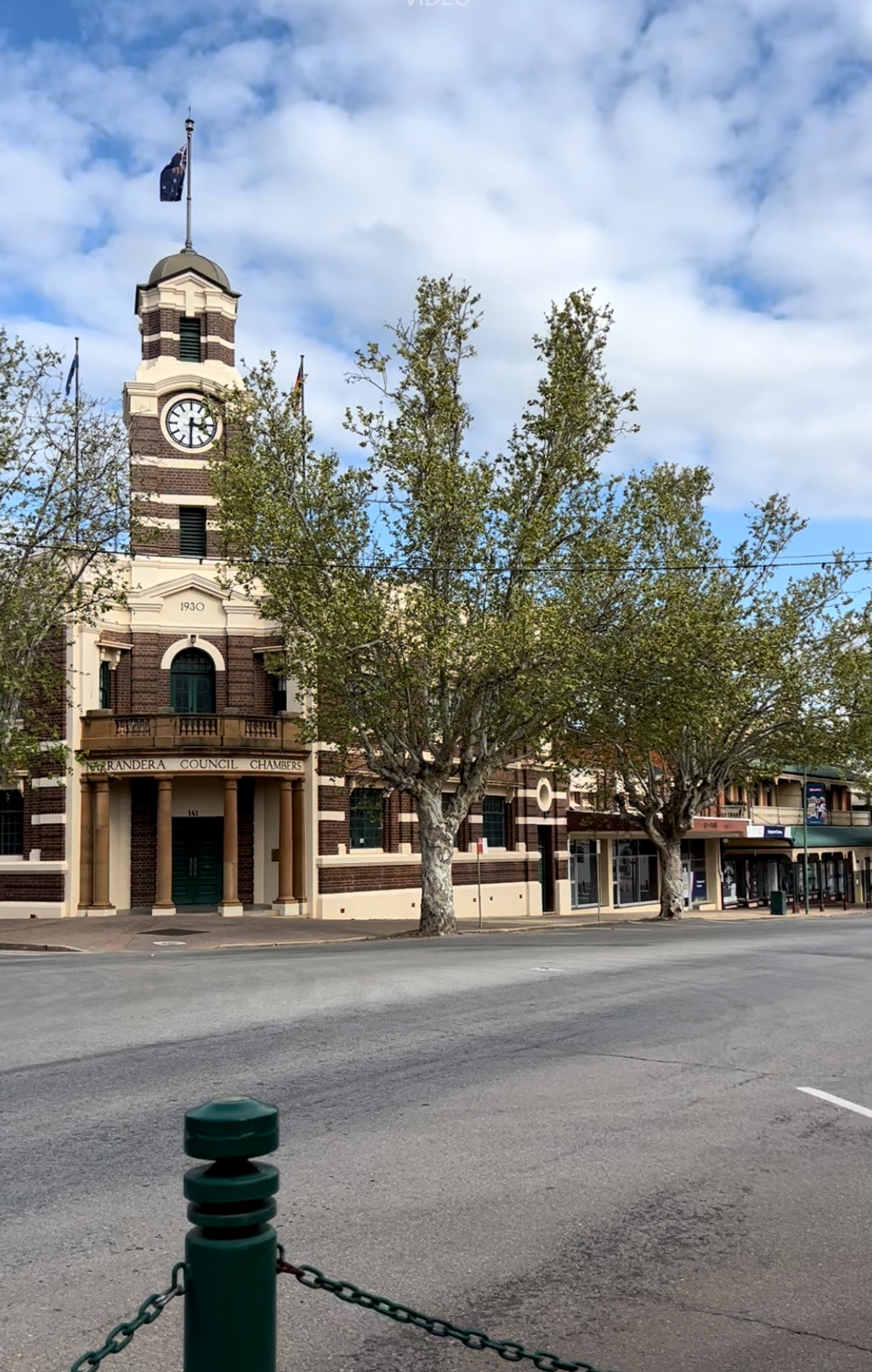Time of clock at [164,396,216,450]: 3:30
